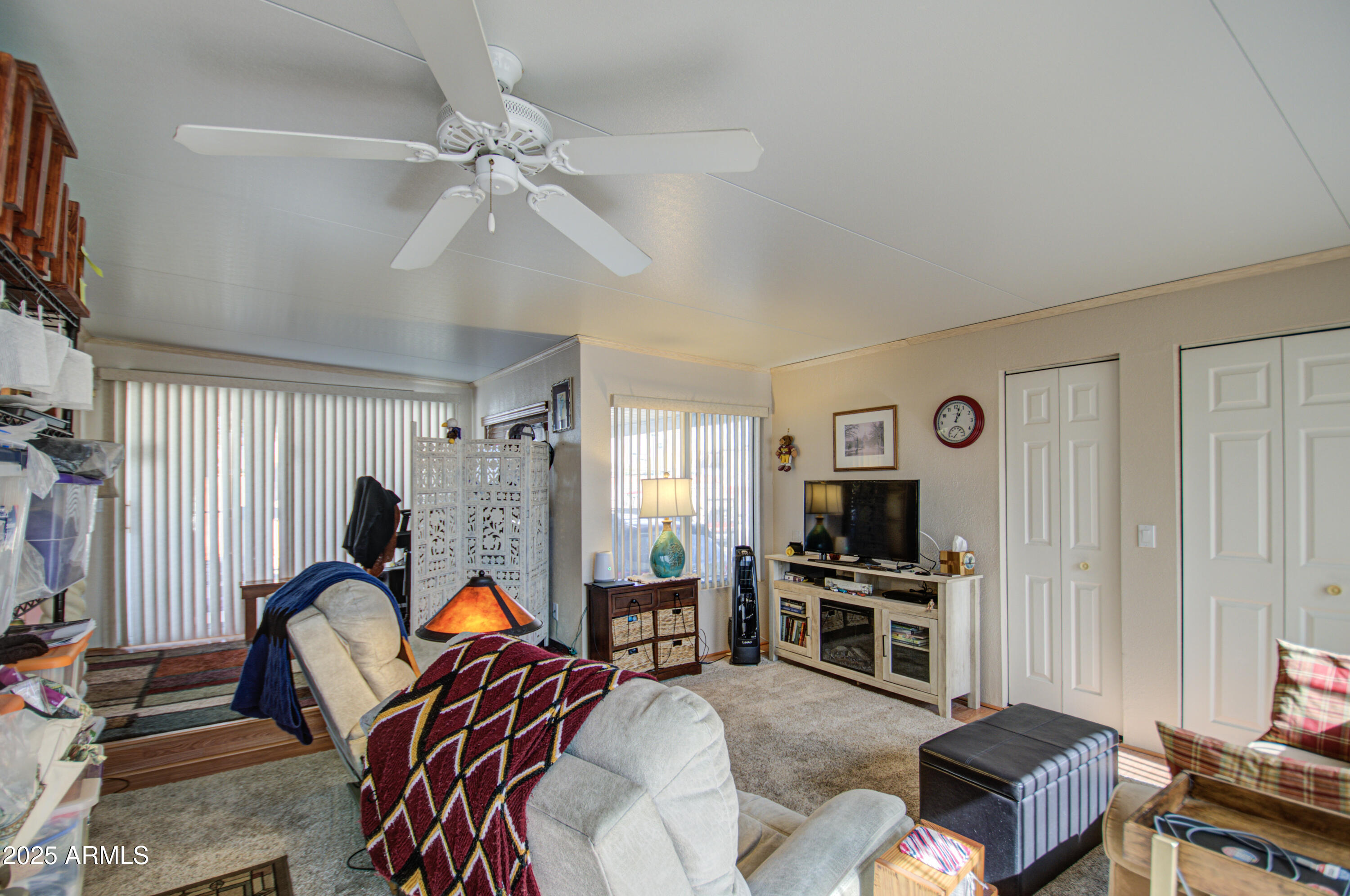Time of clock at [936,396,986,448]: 1:02
